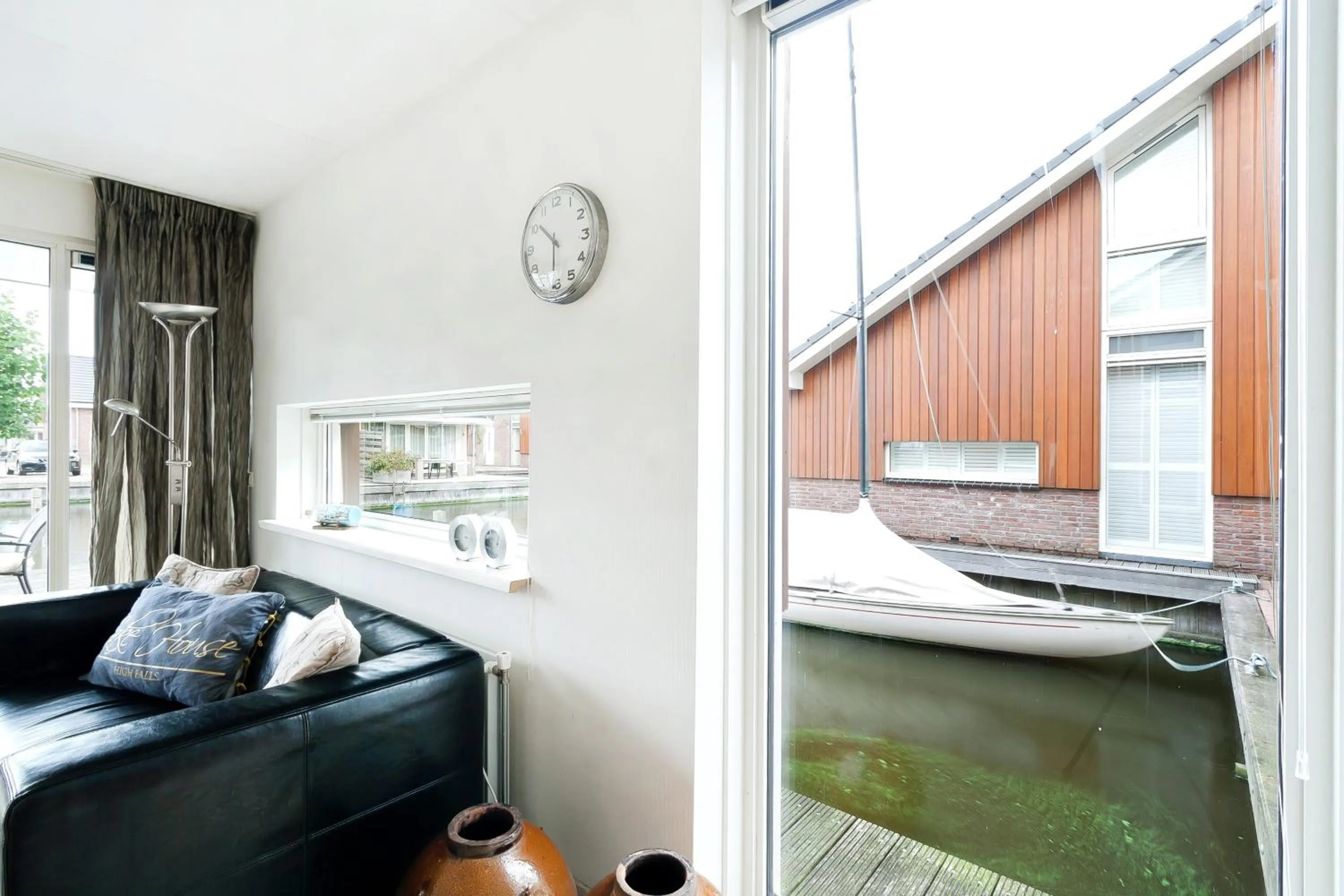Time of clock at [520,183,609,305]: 5:51
